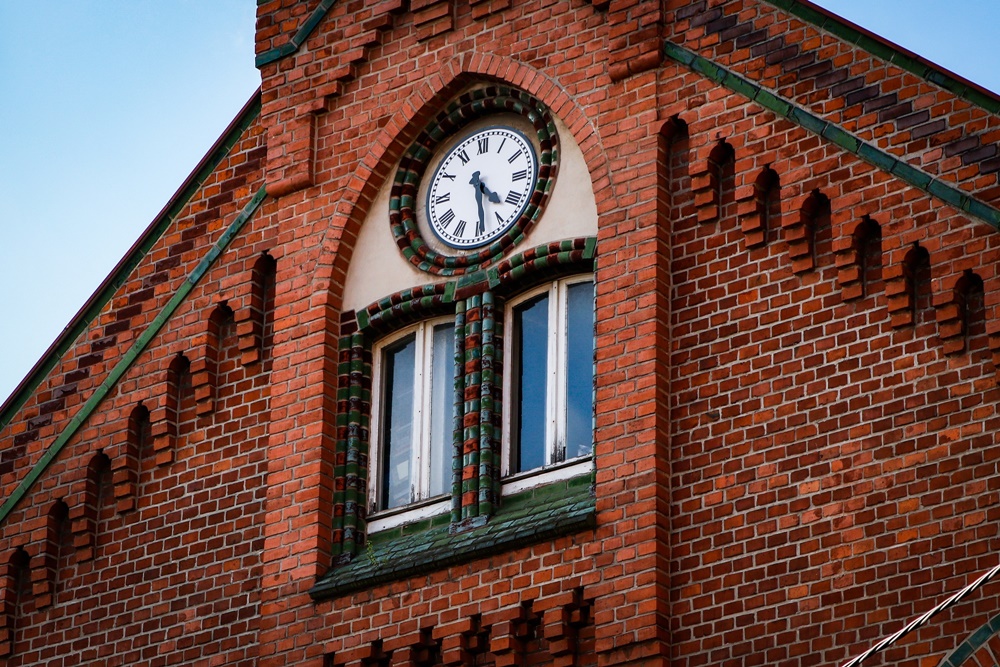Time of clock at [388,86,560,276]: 4:28
